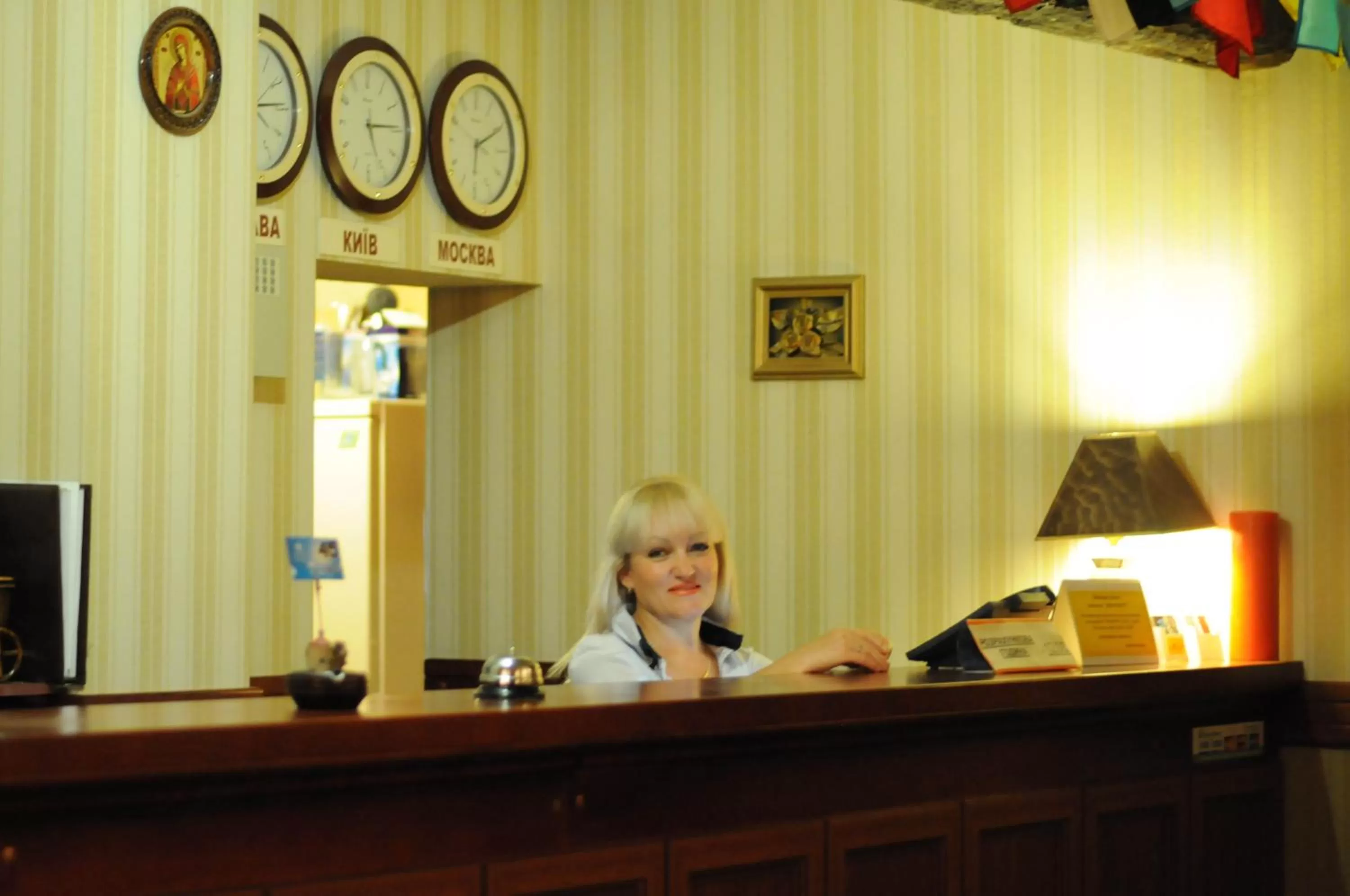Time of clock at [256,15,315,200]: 5:14
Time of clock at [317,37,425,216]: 5:14
